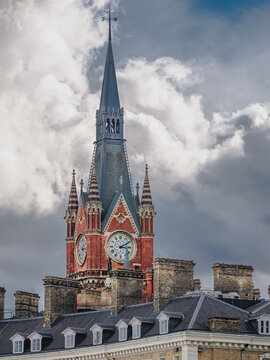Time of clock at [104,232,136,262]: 3:09
